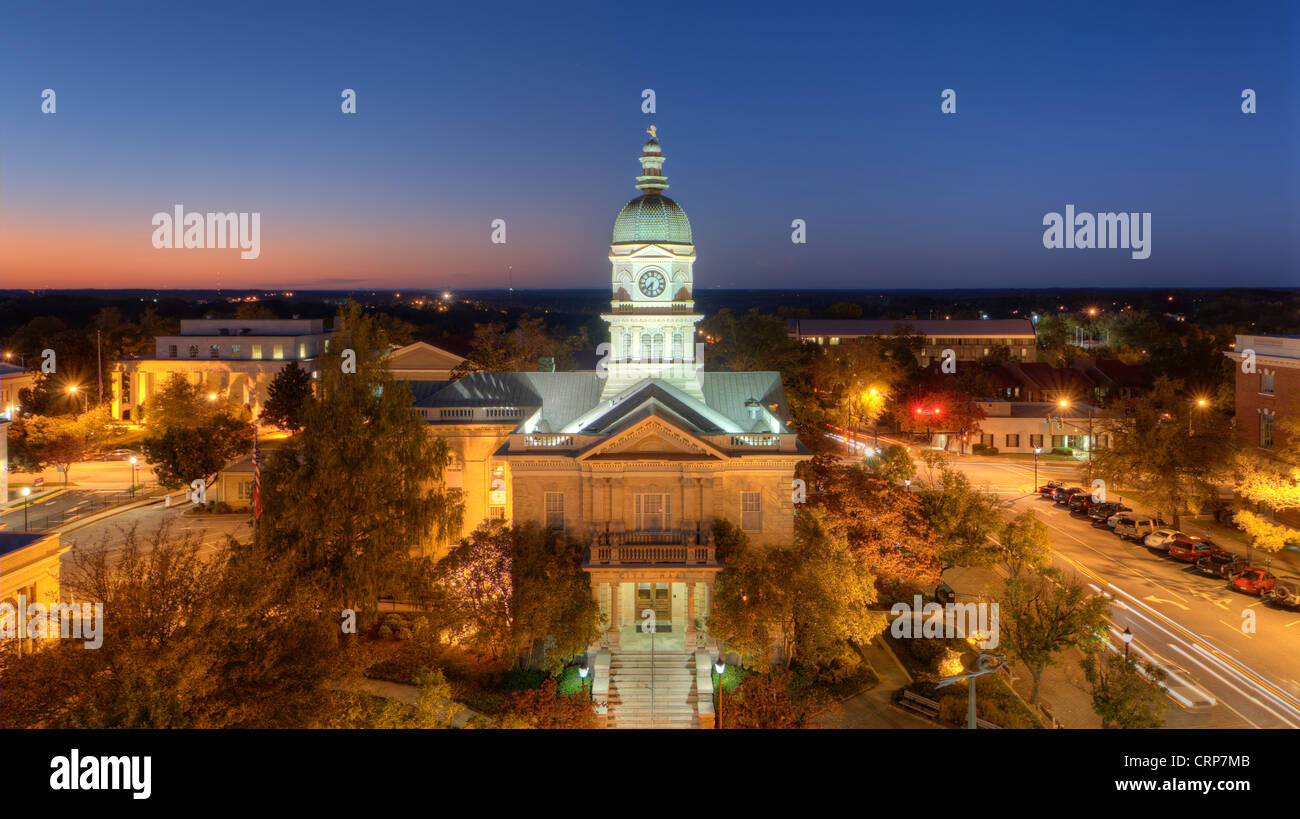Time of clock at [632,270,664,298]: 7:30
